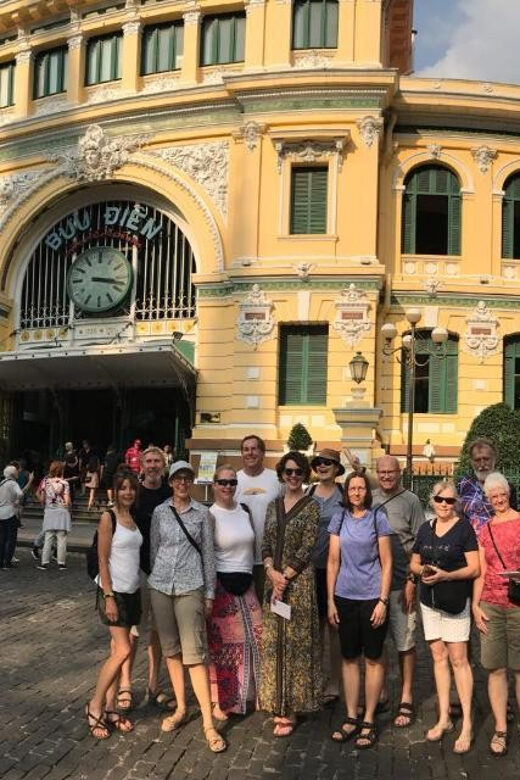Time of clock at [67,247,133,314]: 3:17
